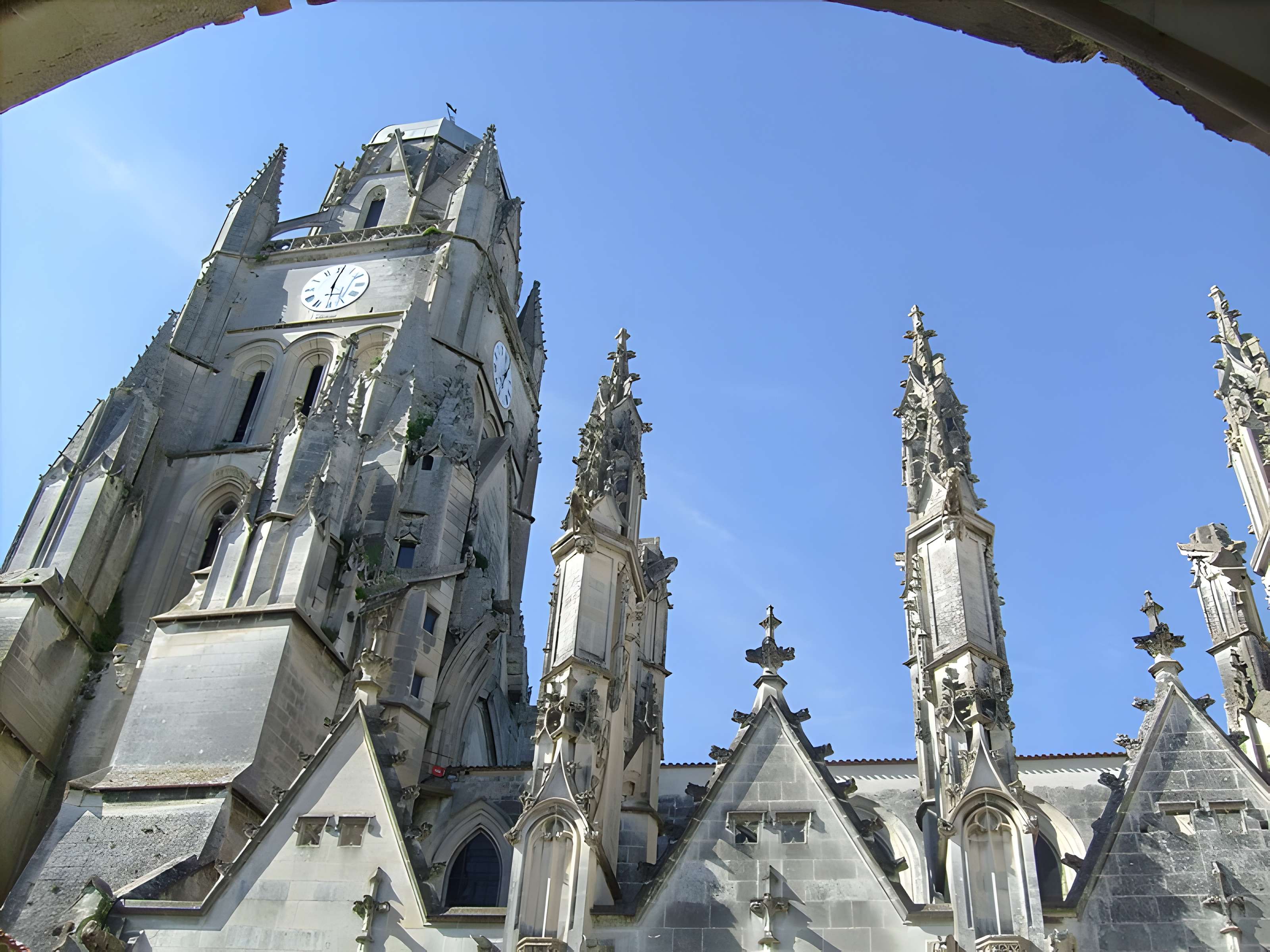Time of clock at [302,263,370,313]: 6:01
